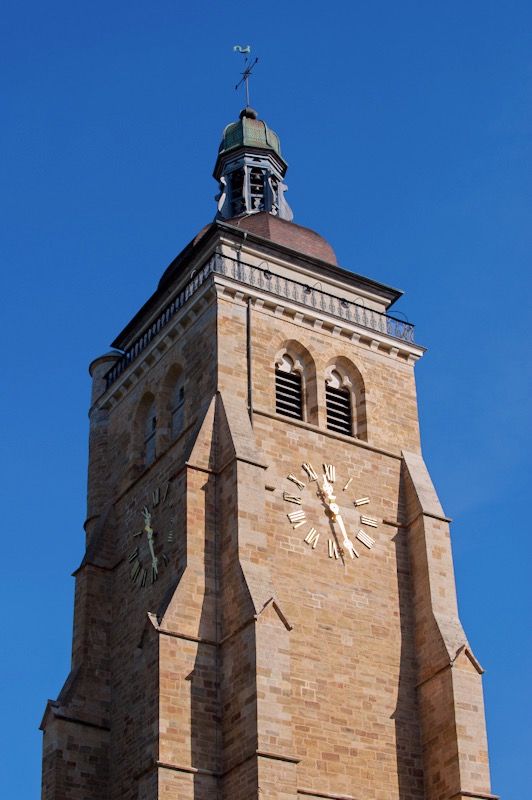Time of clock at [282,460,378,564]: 11:28
